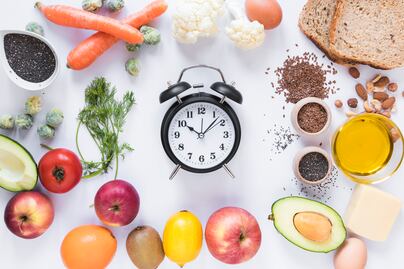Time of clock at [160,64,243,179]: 10:07
